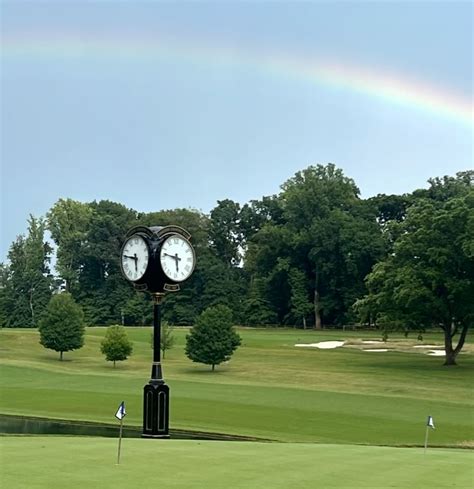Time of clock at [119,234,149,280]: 5:46
